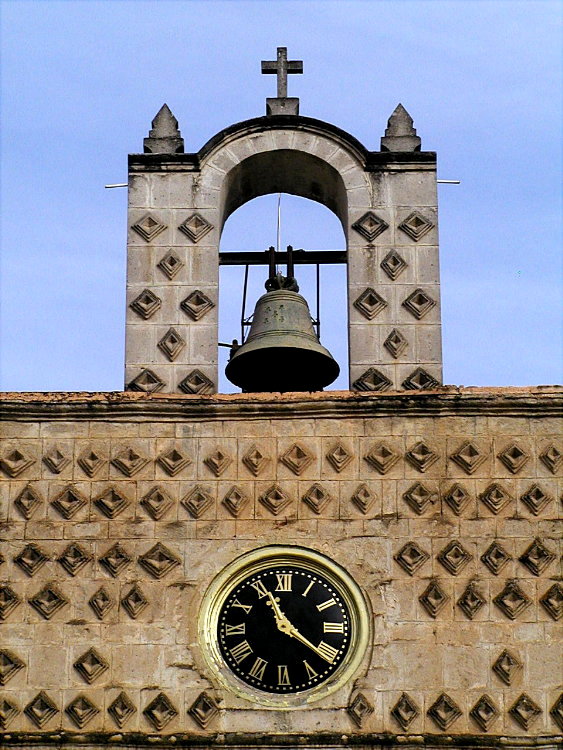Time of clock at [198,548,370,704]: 11:21
